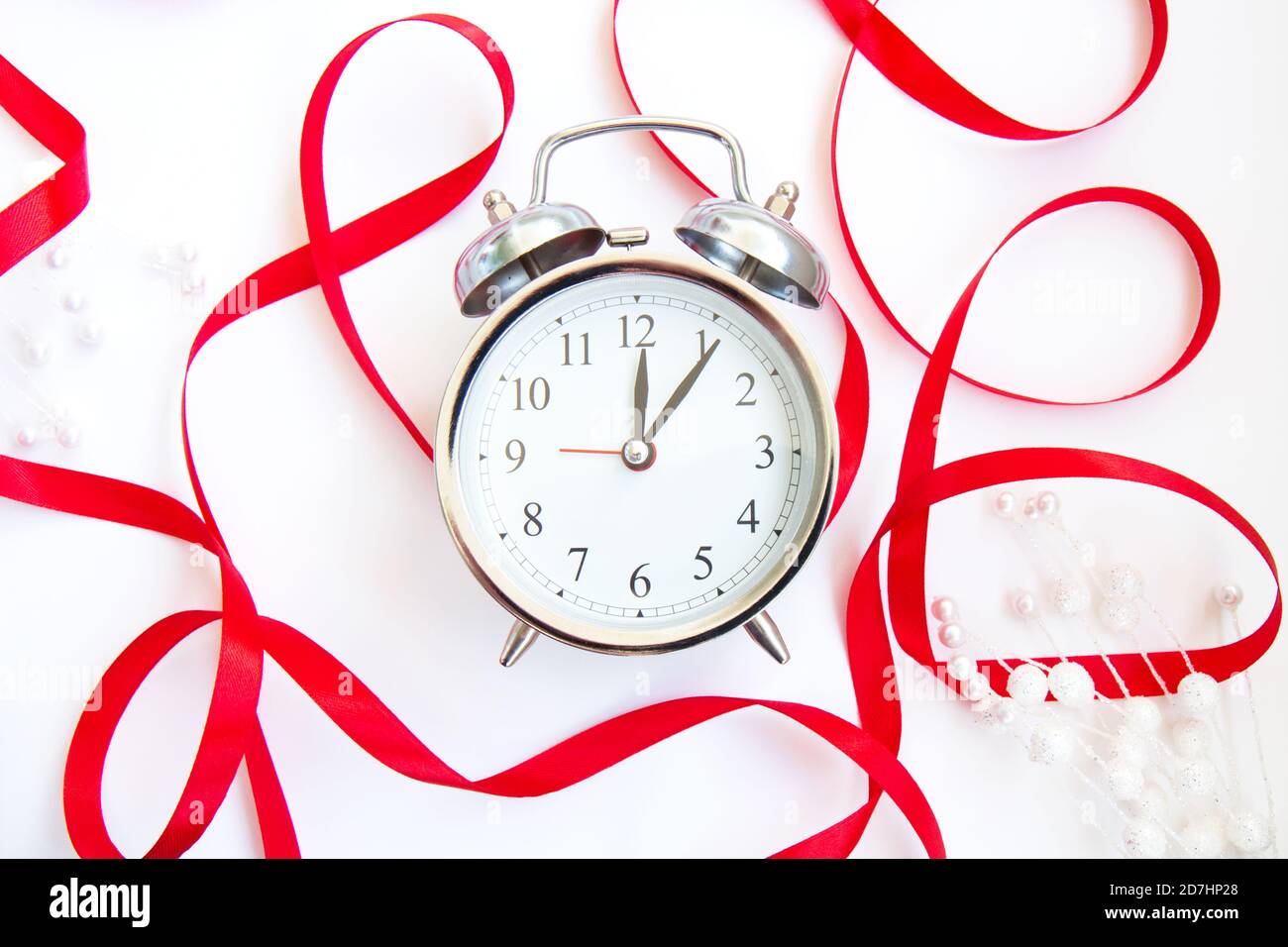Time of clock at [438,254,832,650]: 12:06
